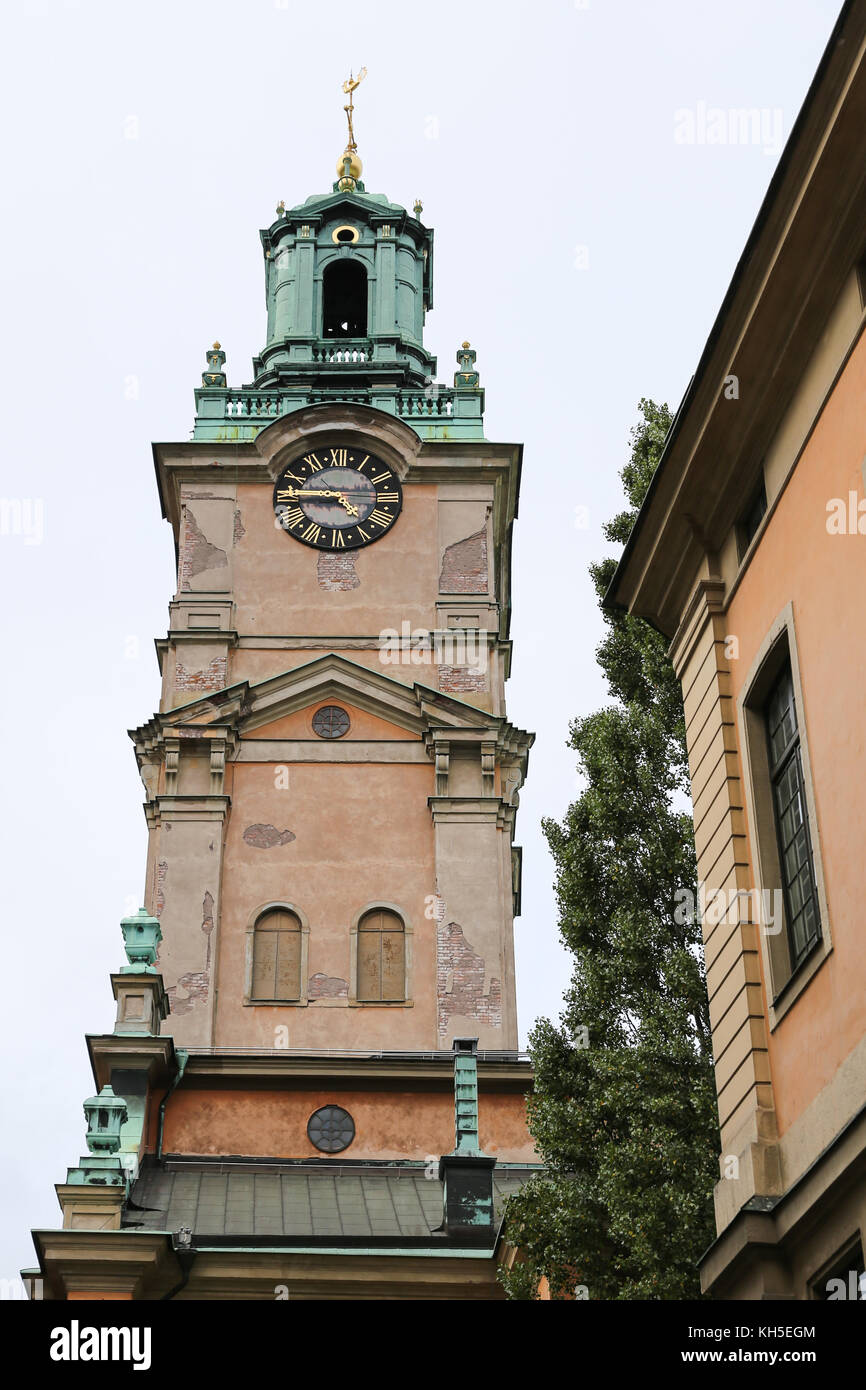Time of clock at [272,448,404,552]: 4:44
